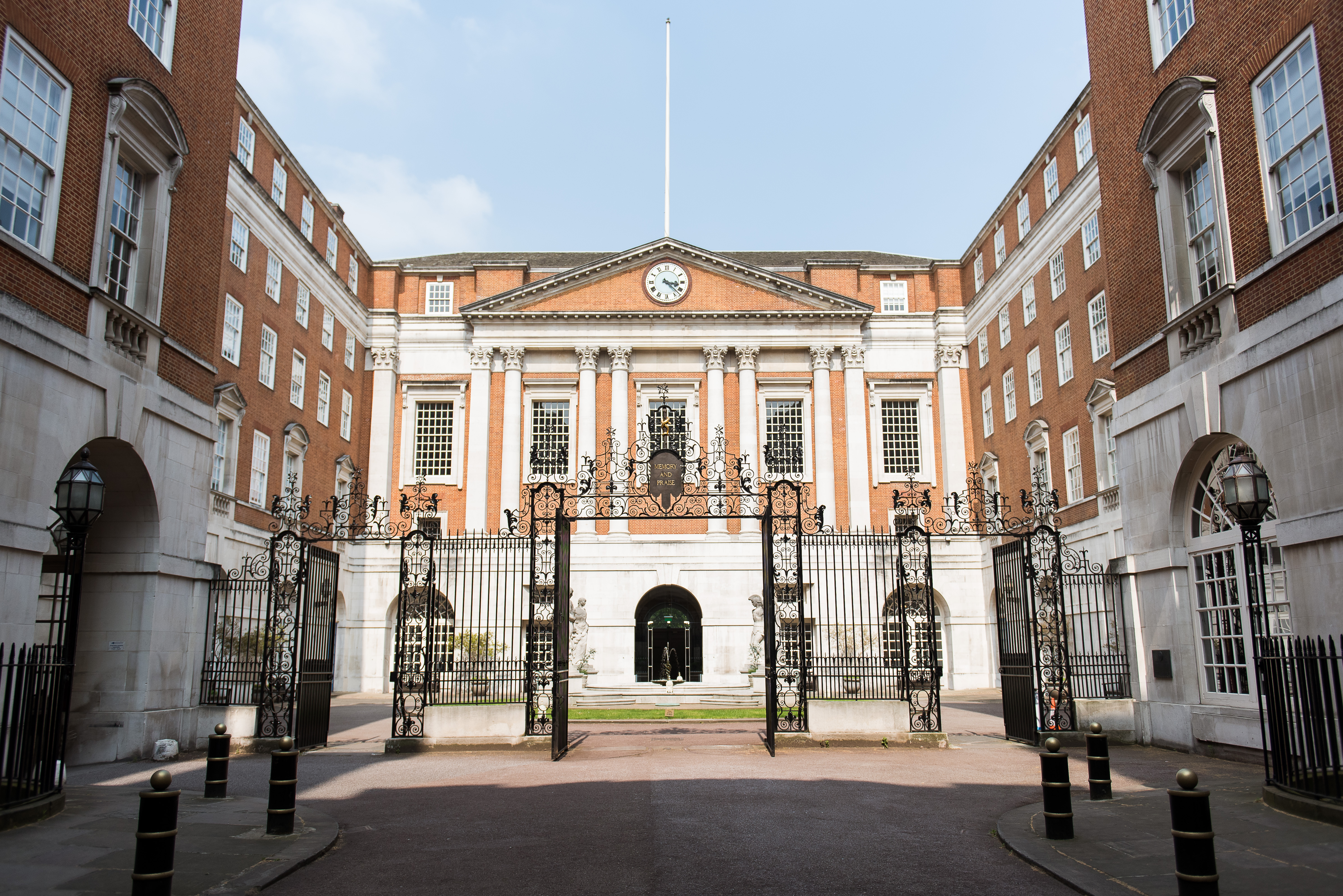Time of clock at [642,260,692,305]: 3:22
